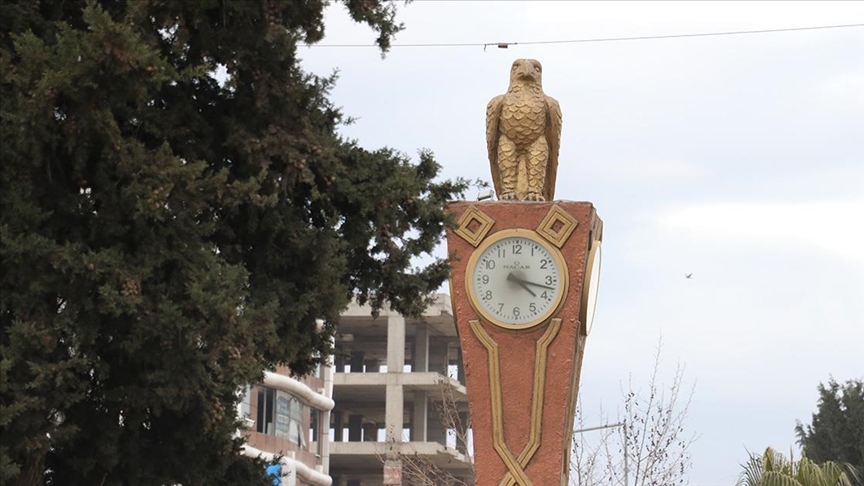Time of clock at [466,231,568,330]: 4:17
